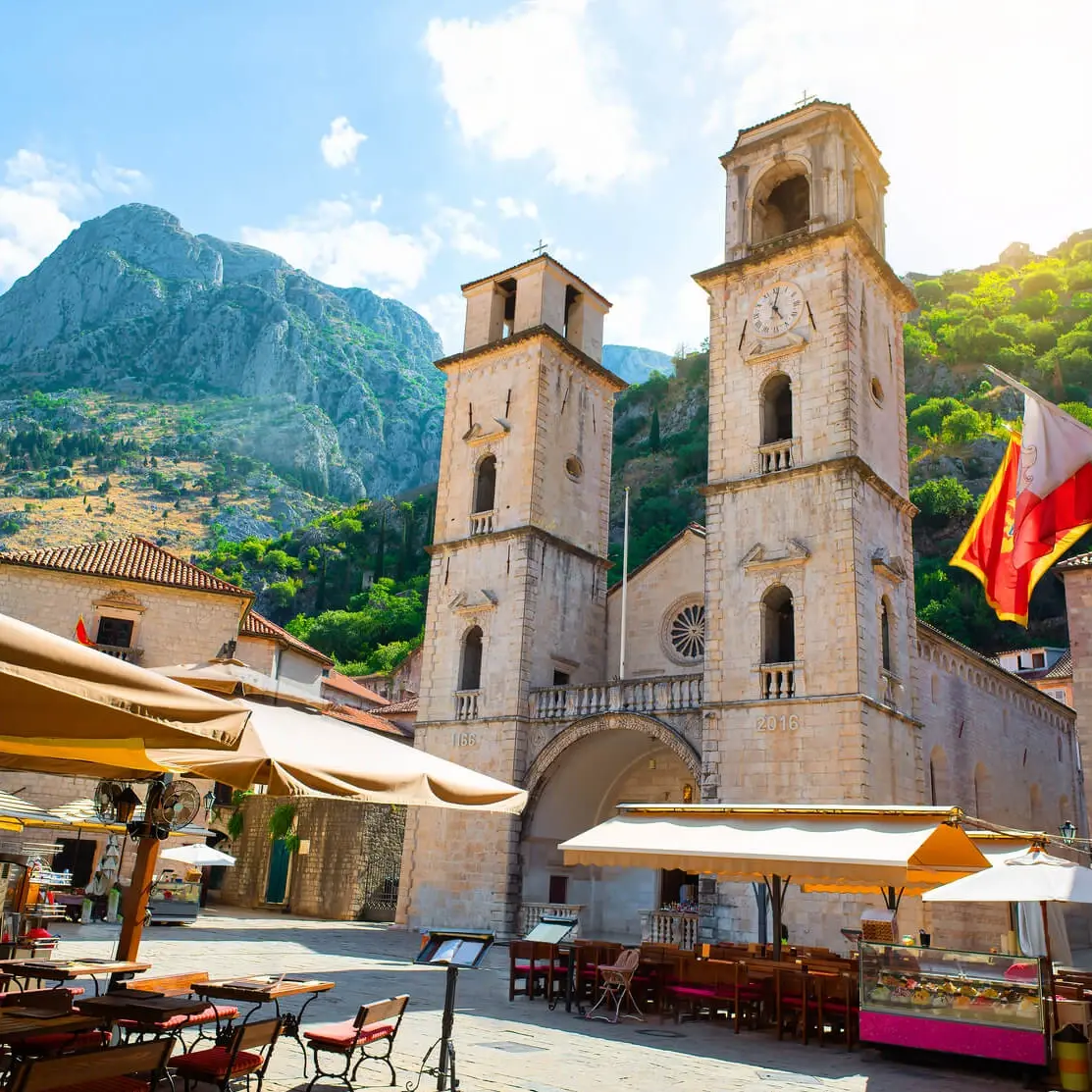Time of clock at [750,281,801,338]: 5:01
